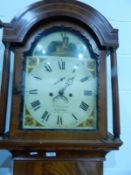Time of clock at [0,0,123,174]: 4:07
